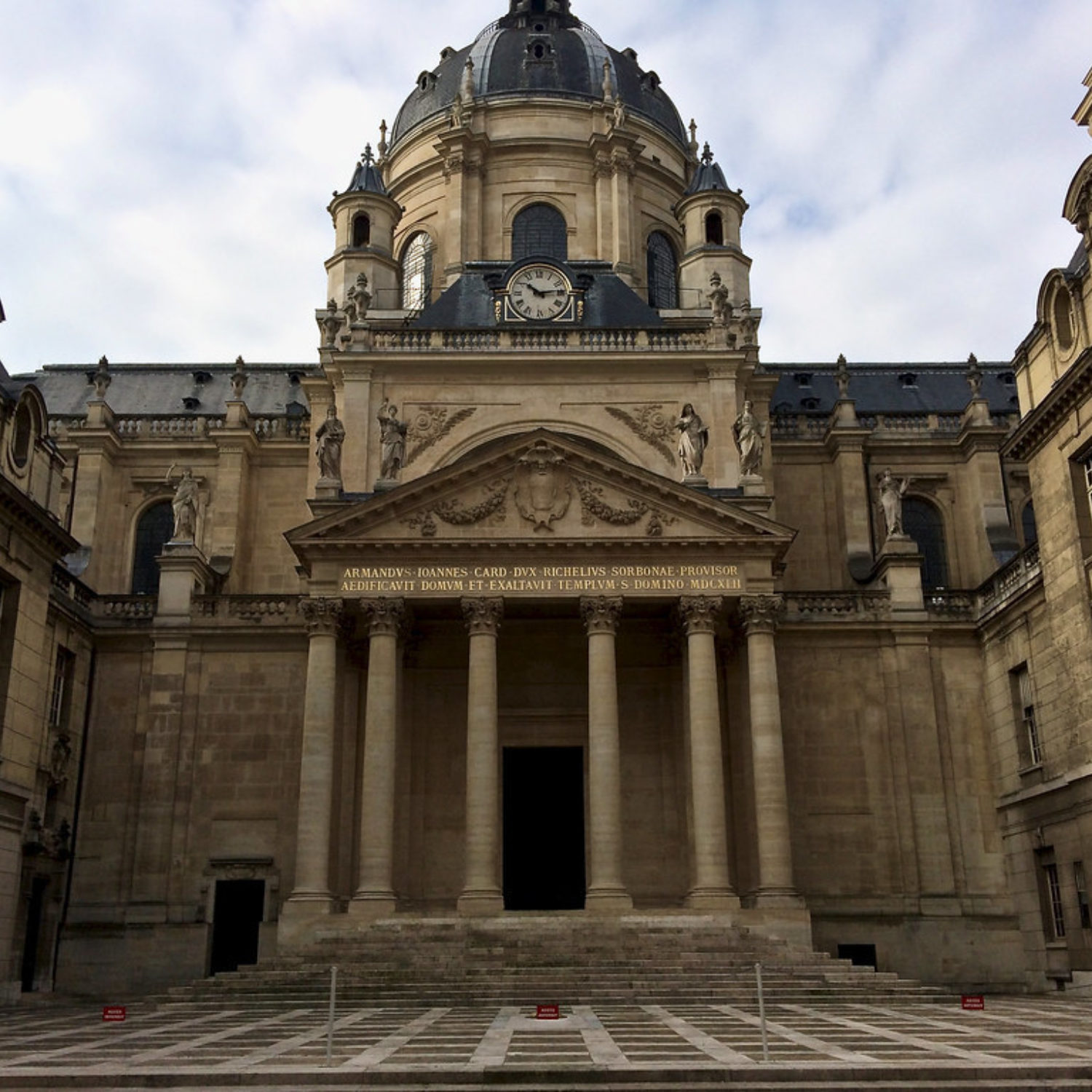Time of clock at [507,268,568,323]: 10:13
